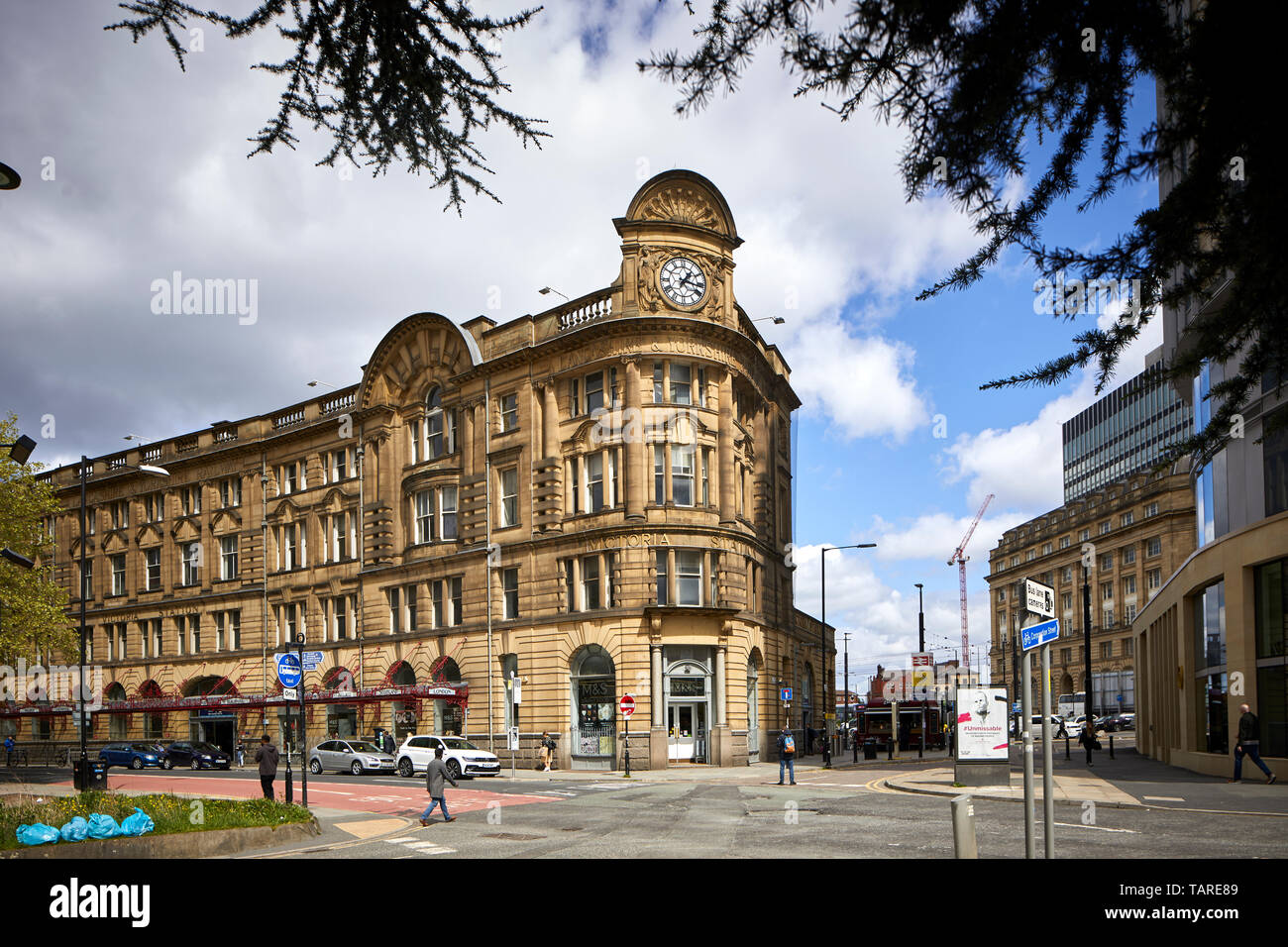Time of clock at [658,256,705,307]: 1:16
